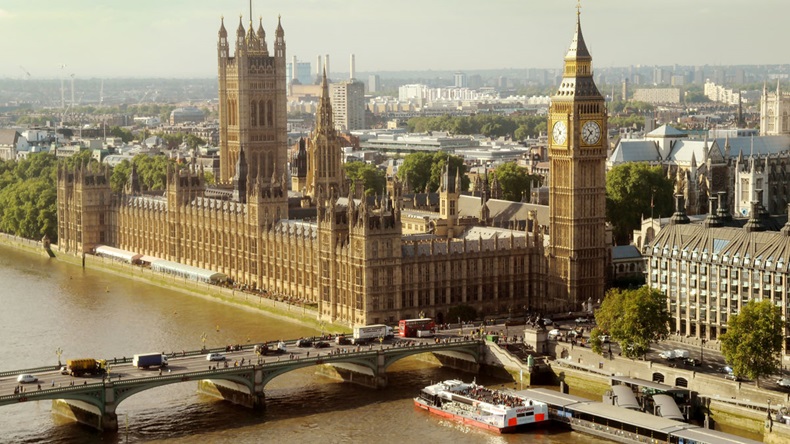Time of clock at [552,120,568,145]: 10:37
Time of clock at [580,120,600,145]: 10:37
